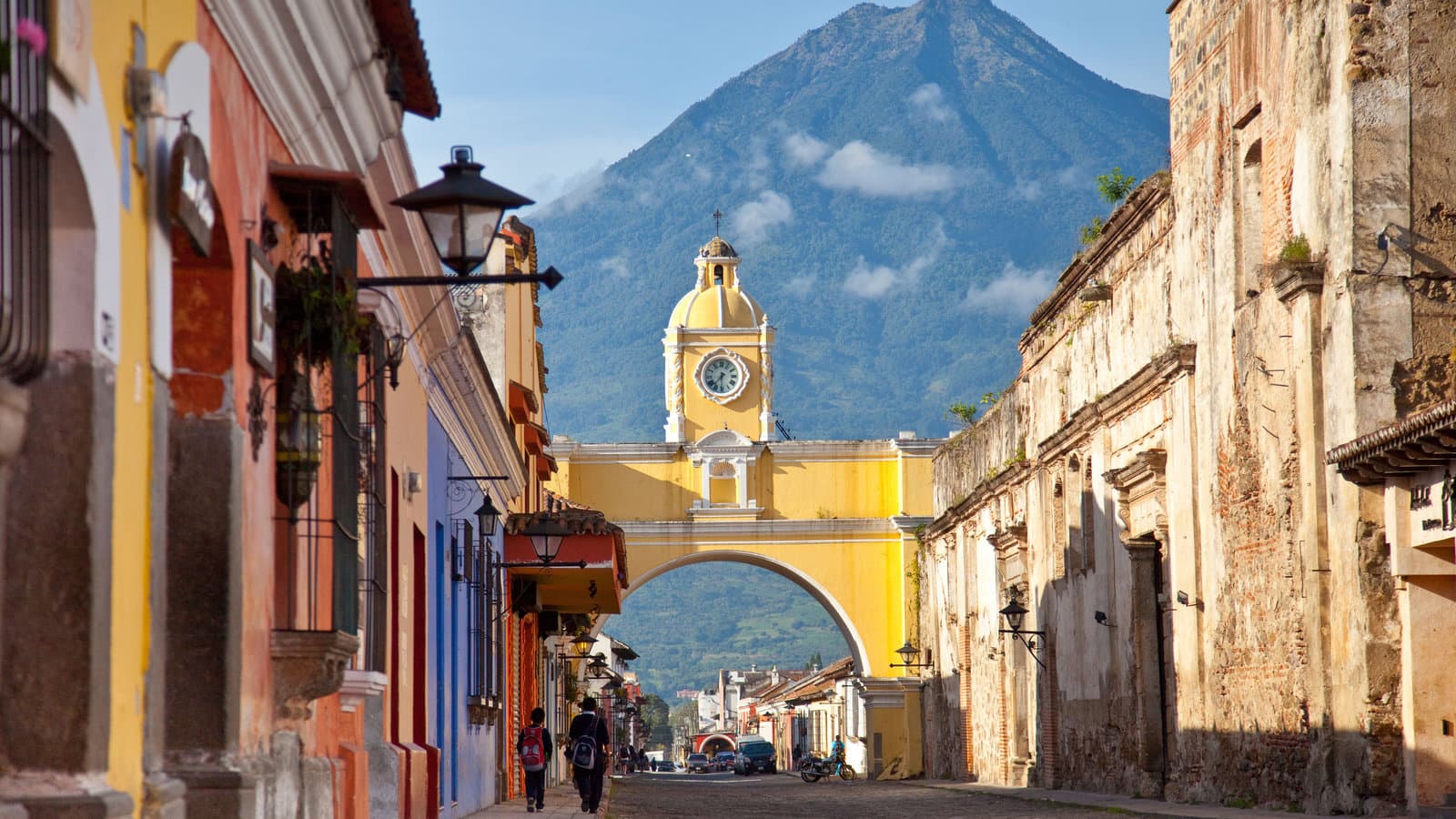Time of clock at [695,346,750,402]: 7:30
